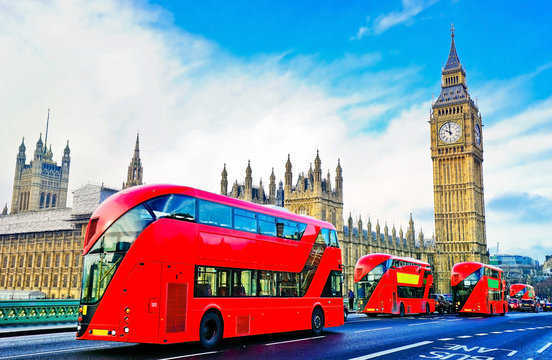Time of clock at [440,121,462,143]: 9:58
